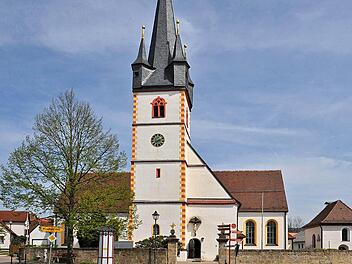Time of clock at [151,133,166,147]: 8:11
